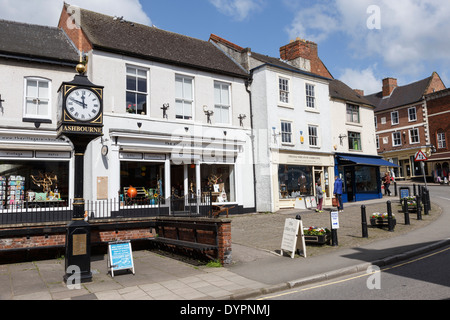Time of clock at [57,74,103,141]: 11:48
